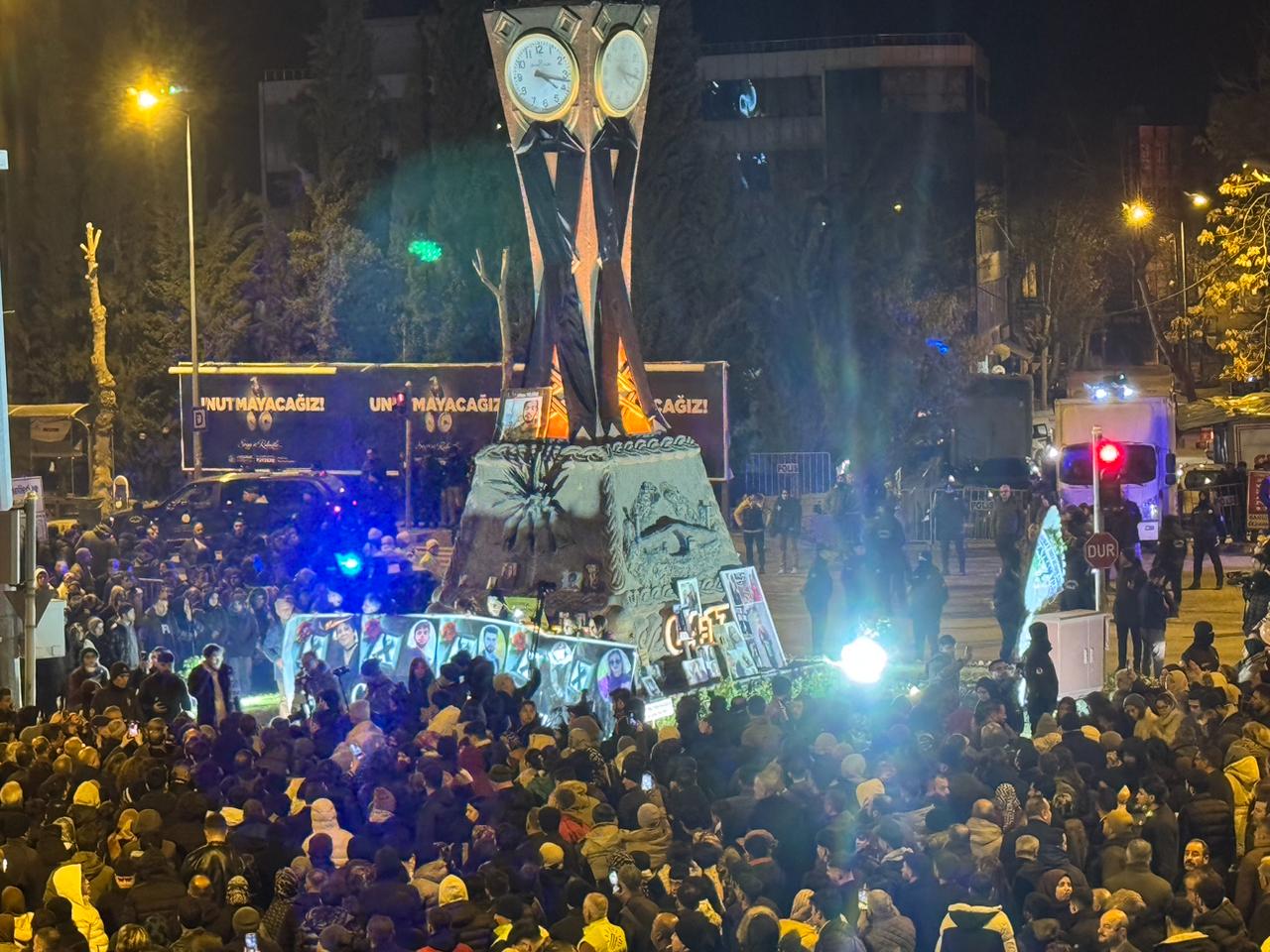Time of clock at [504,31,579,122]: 4:17
